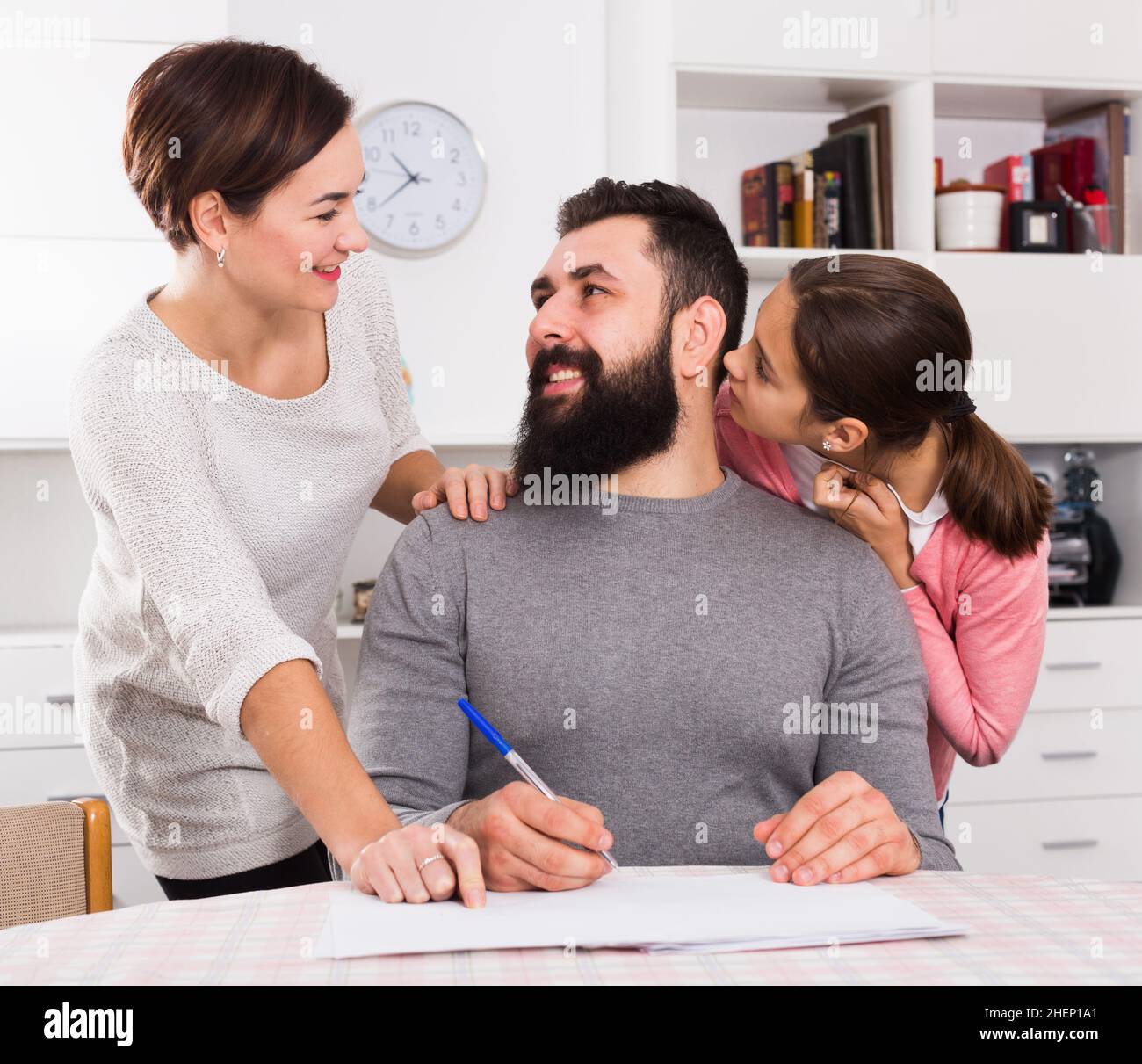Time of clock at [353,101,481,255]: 10:38
